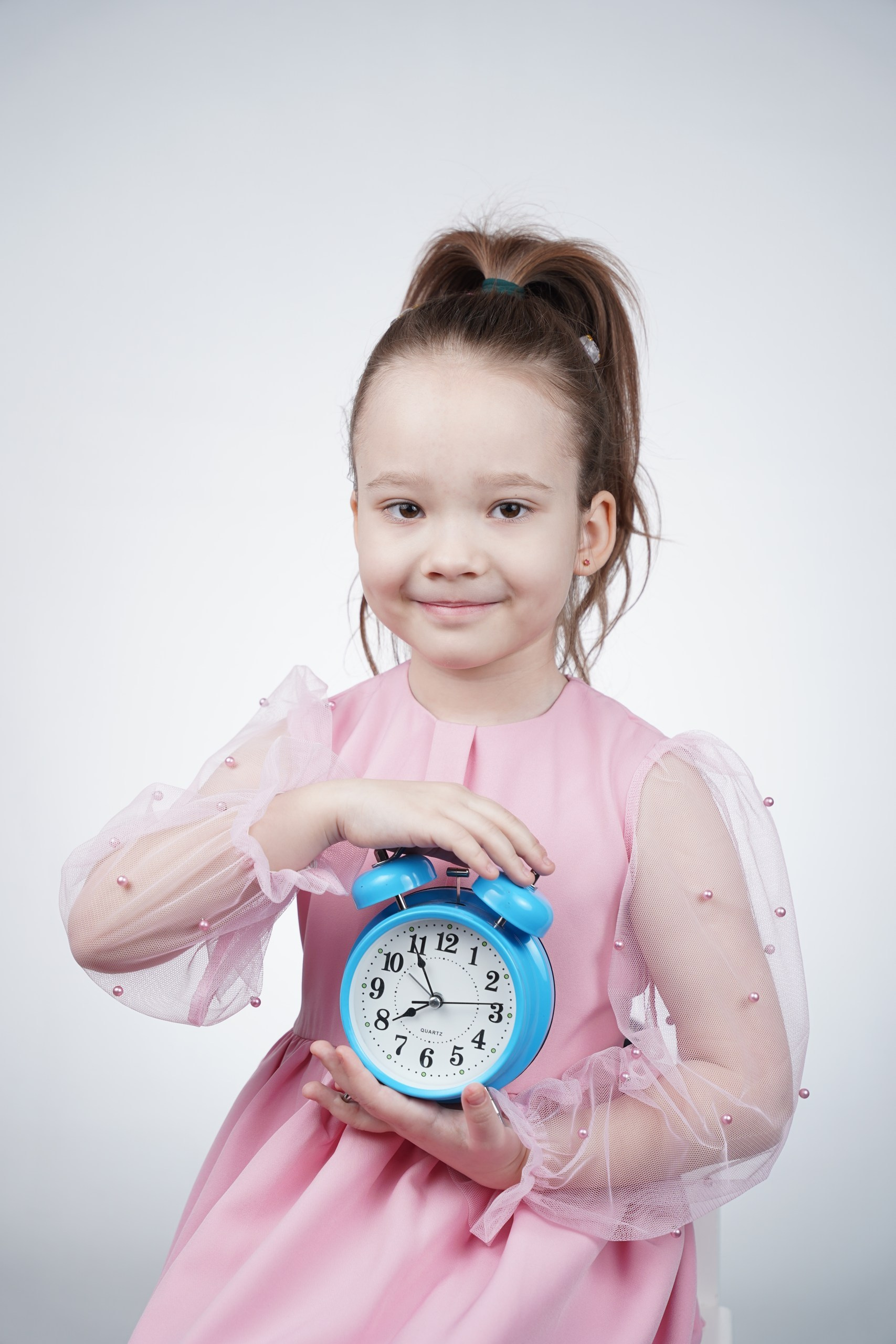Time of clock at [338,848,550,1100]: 7:54
